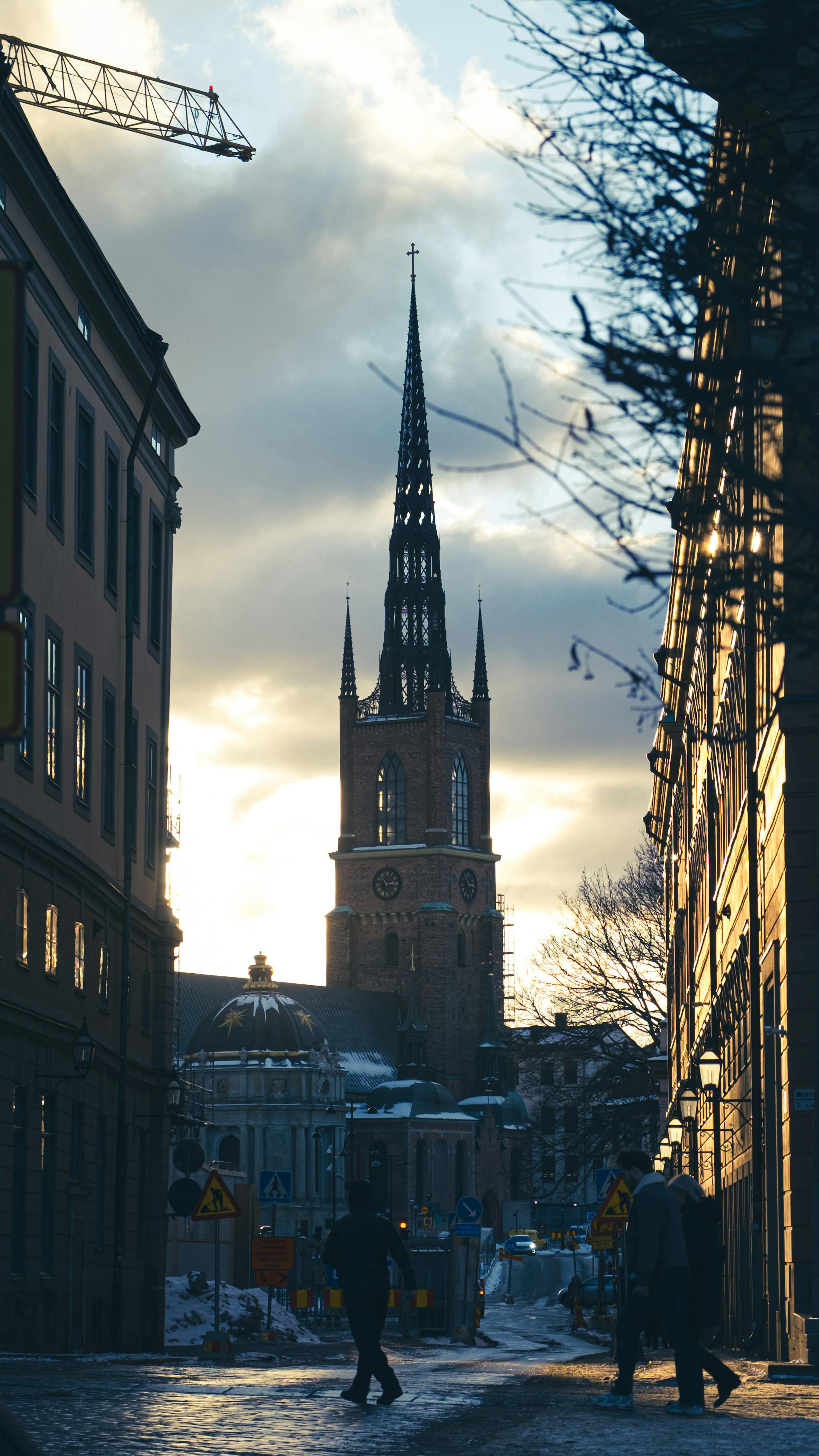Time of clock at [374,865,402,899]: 2:53
